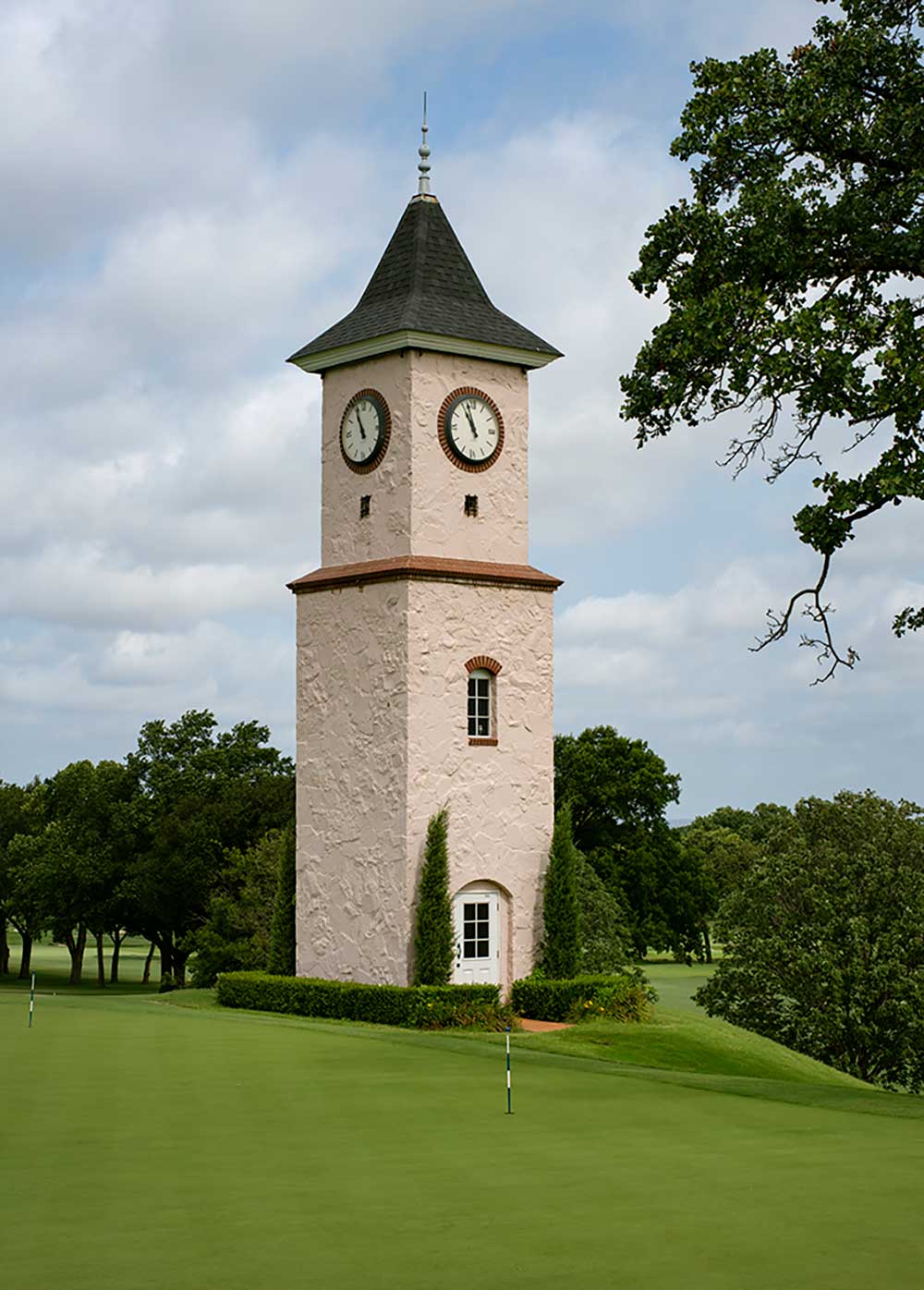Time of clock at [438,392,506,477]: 10:57
